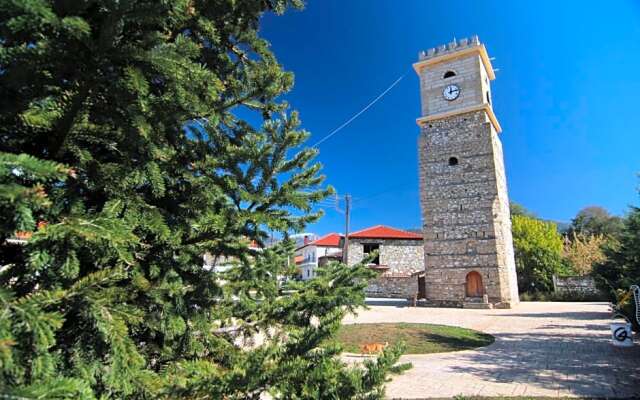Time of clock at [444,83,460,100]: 12:12
